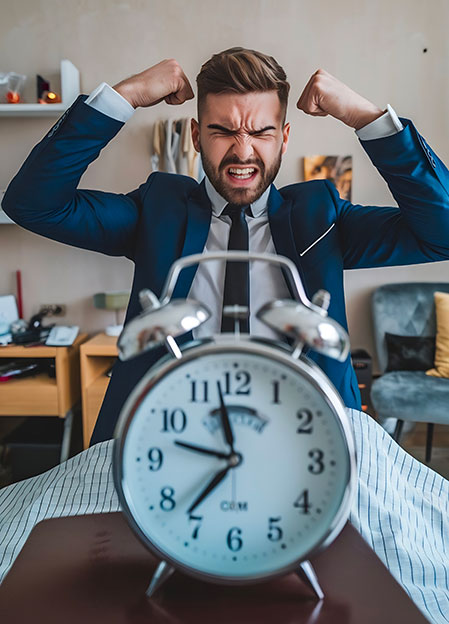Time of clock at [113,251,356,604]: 11:36
